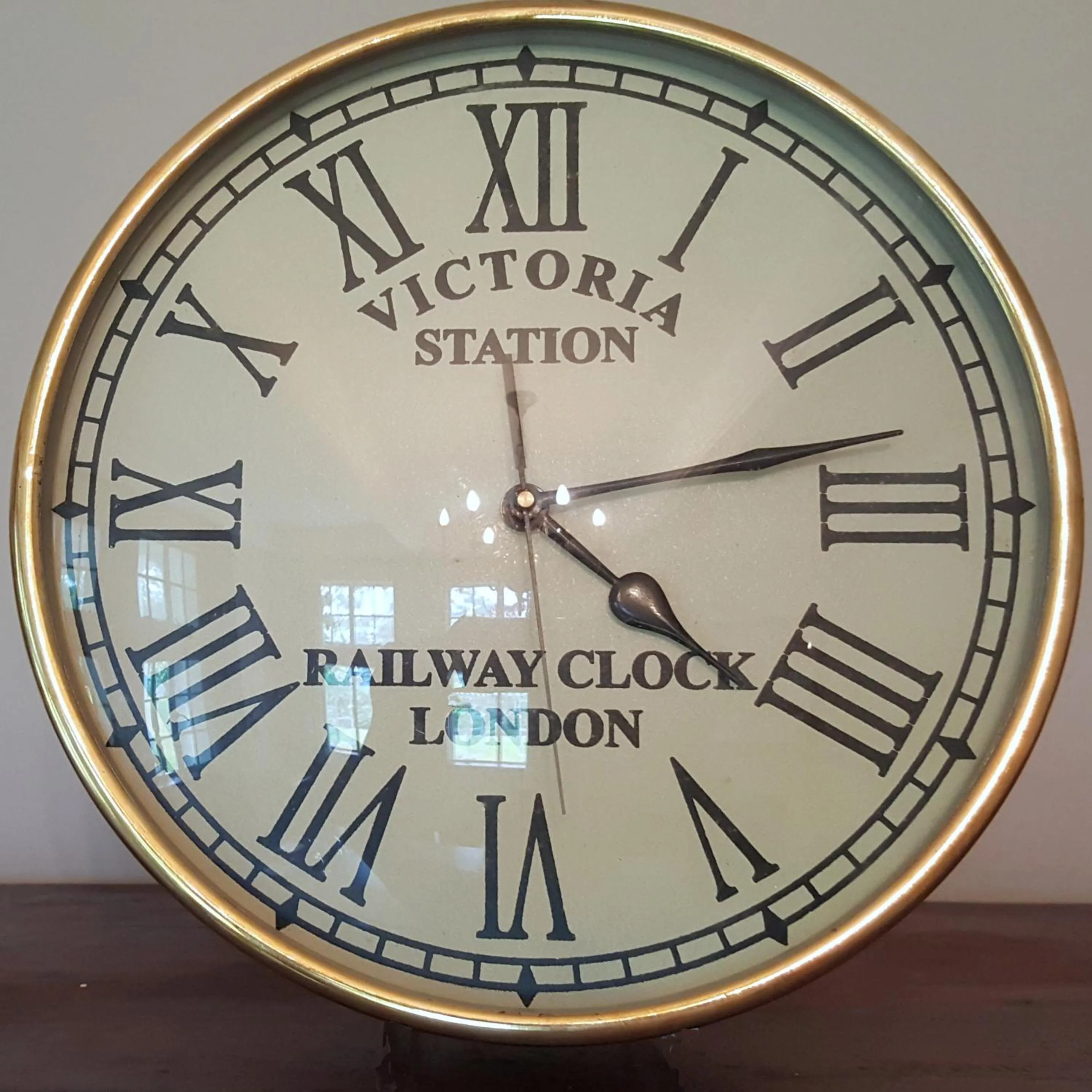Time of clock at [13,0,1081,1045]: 4:12
